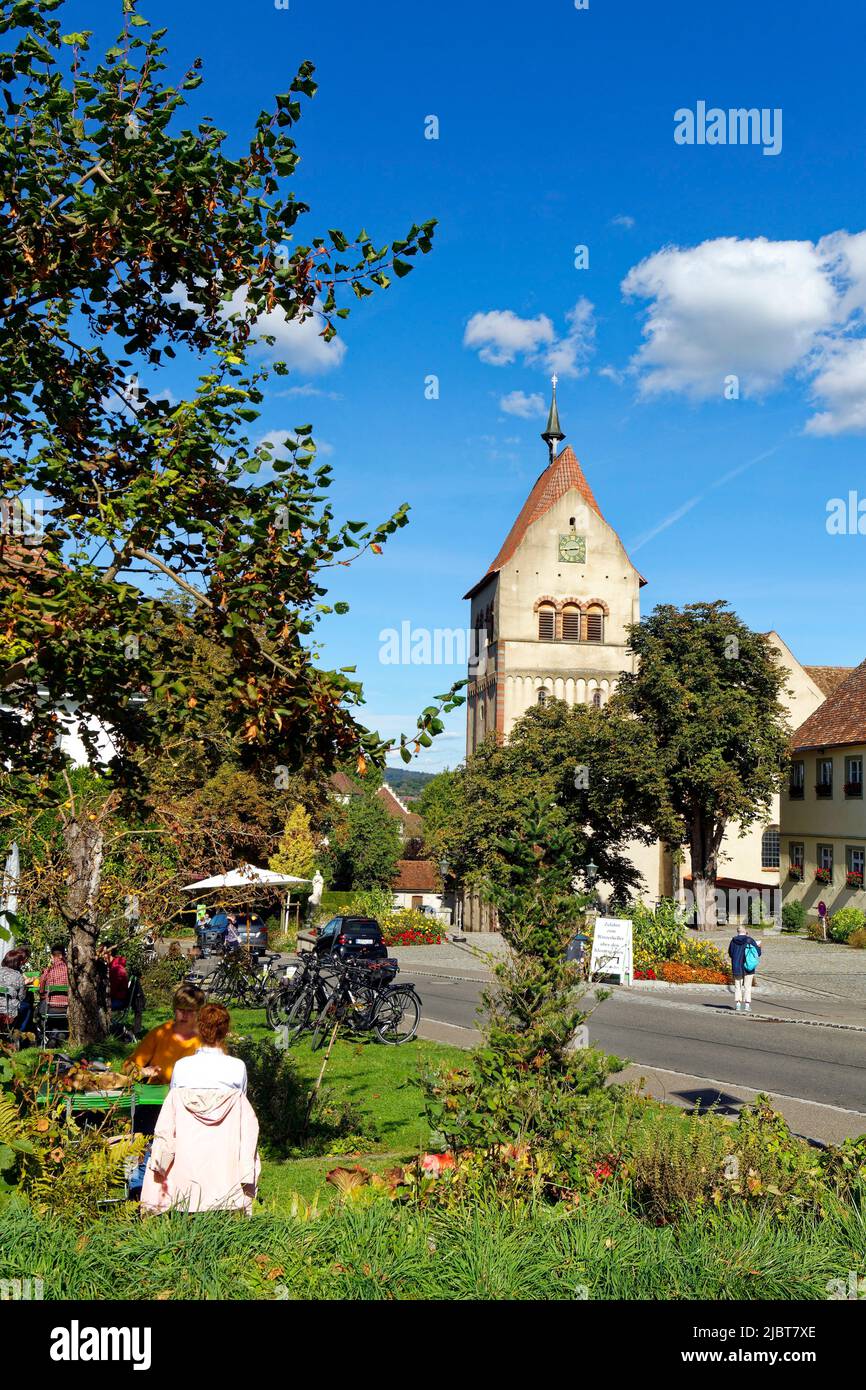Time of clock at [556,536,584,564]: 2:44
